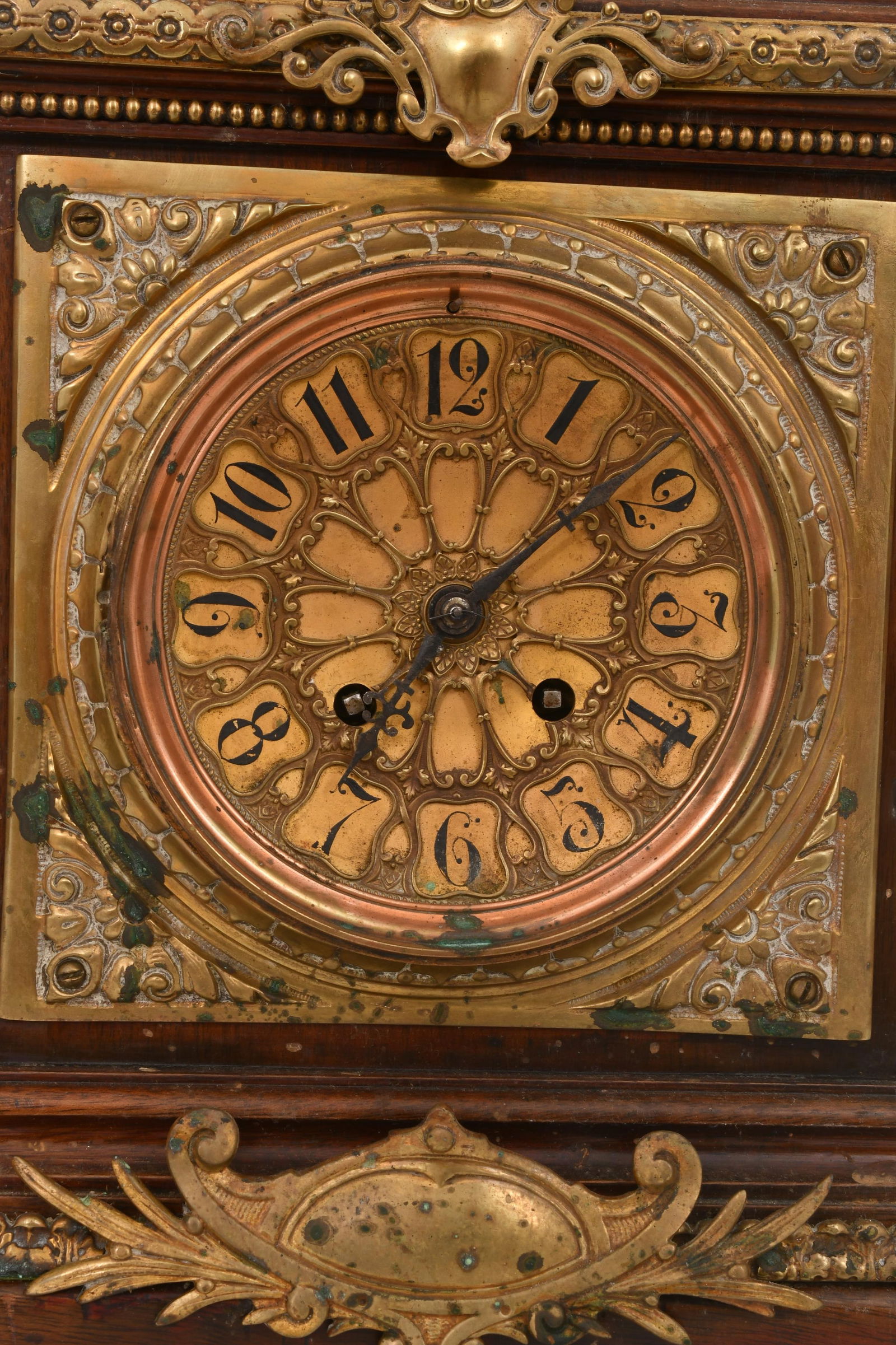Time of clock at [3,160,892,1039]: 7:07
